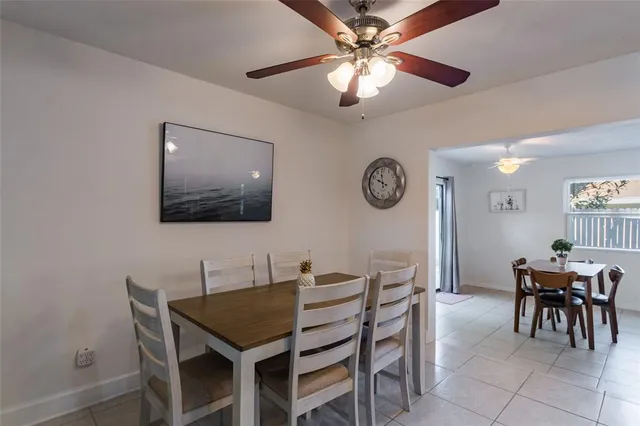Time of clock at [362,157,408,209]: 9:57
